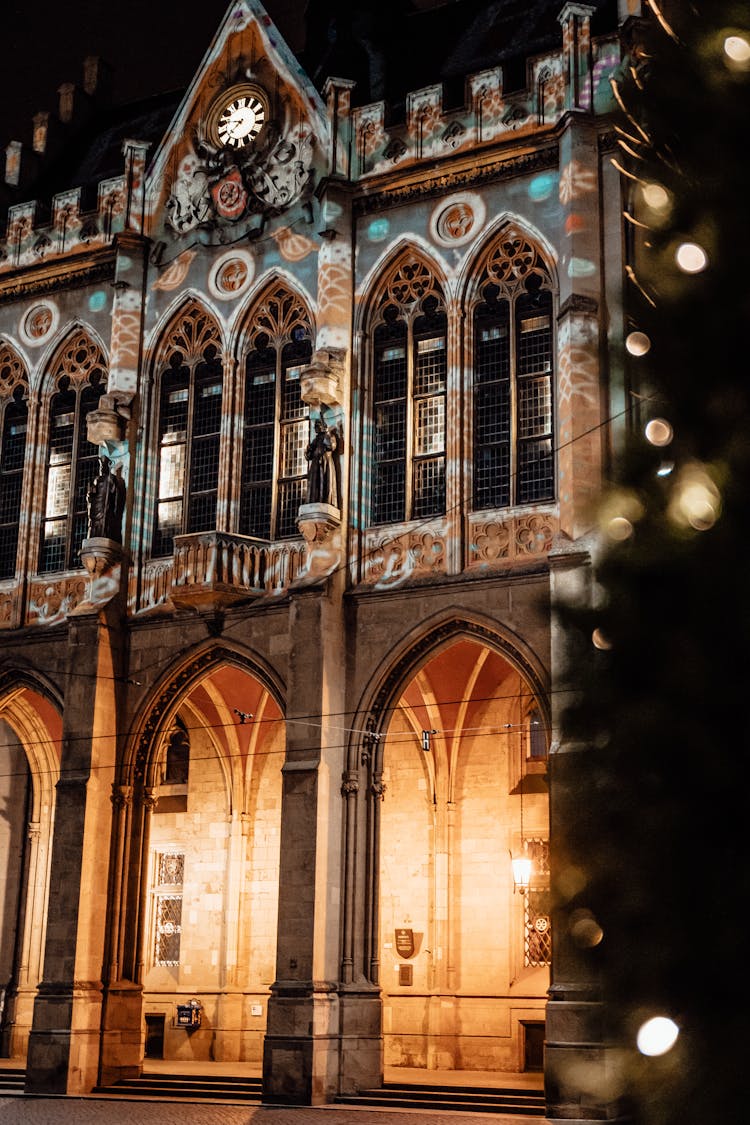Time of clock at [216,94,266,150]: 7:45
